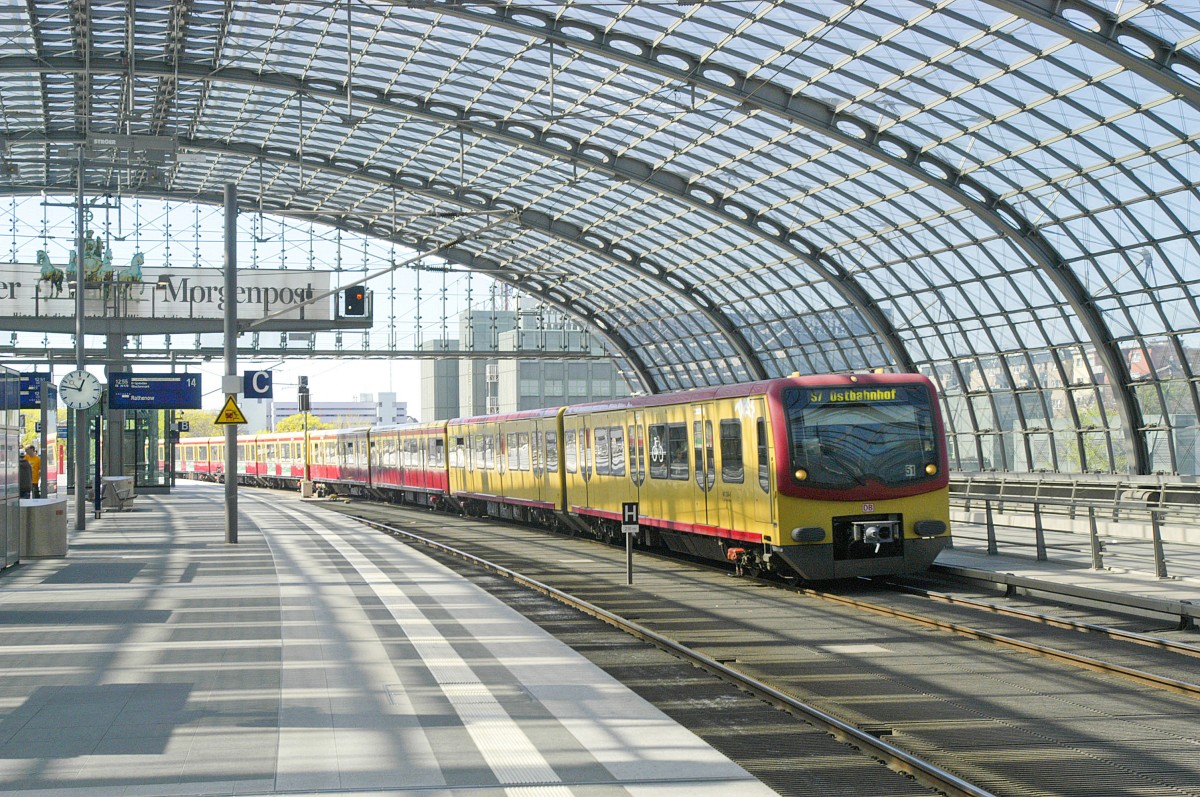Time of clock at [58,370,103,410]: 12:46
